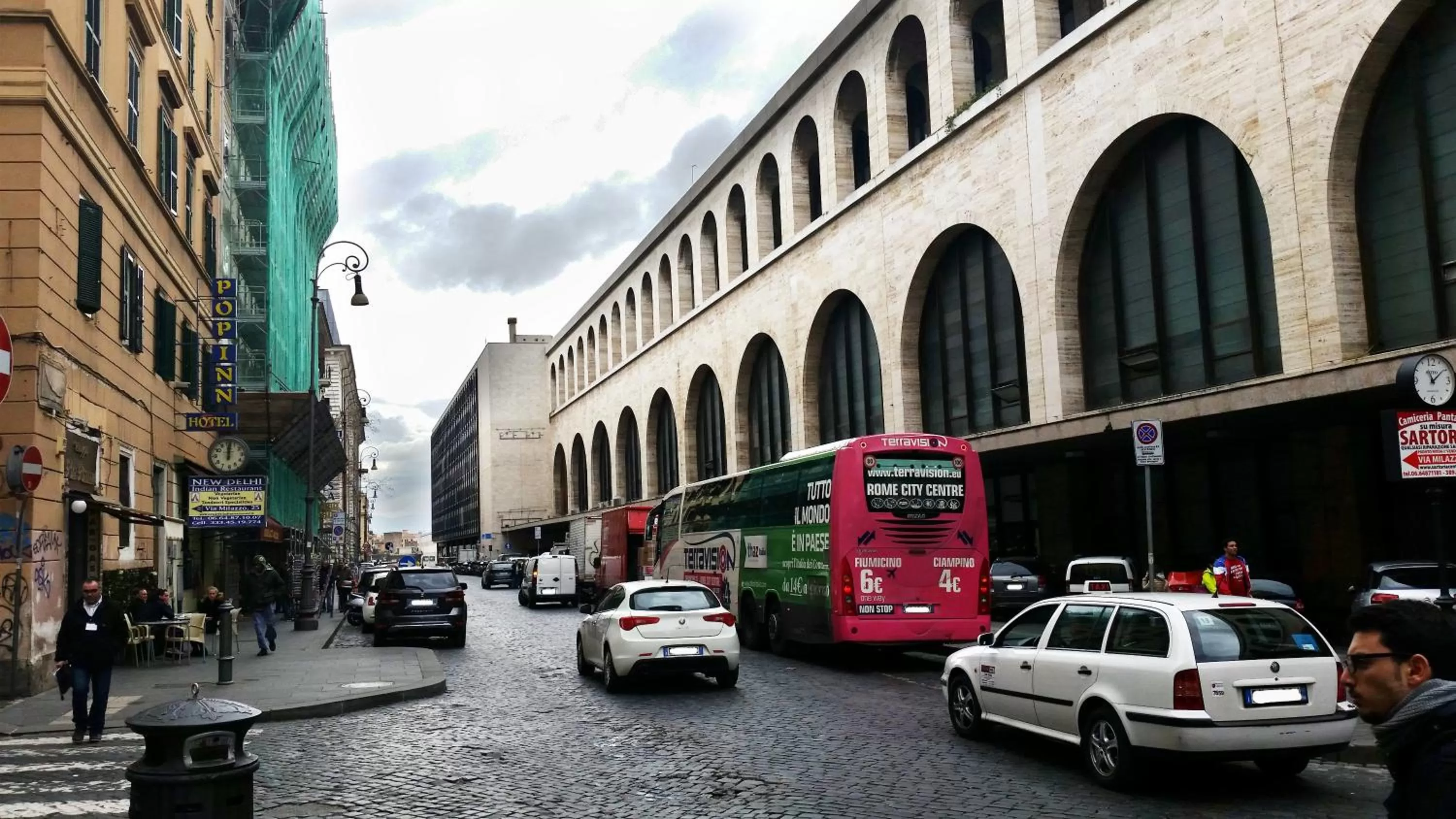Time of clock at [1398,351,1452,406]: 11:08
